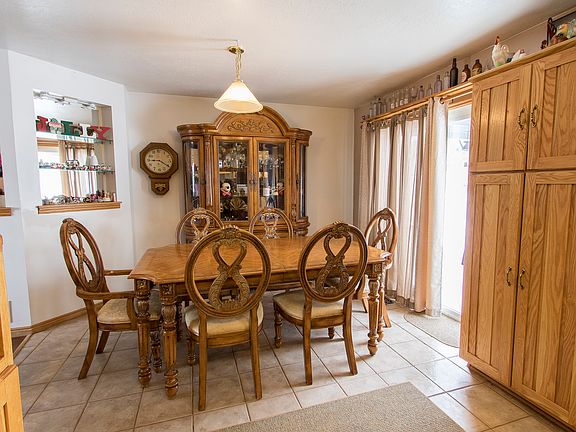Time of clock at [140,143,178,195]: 9:20
